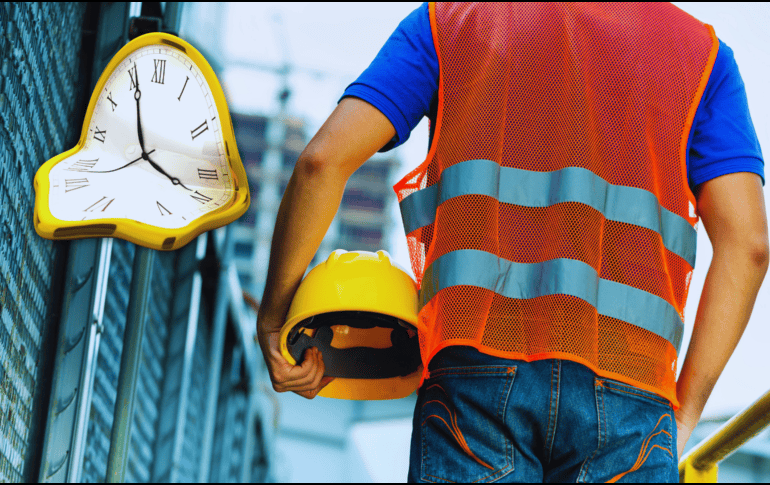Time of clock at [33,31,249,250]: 3:55
